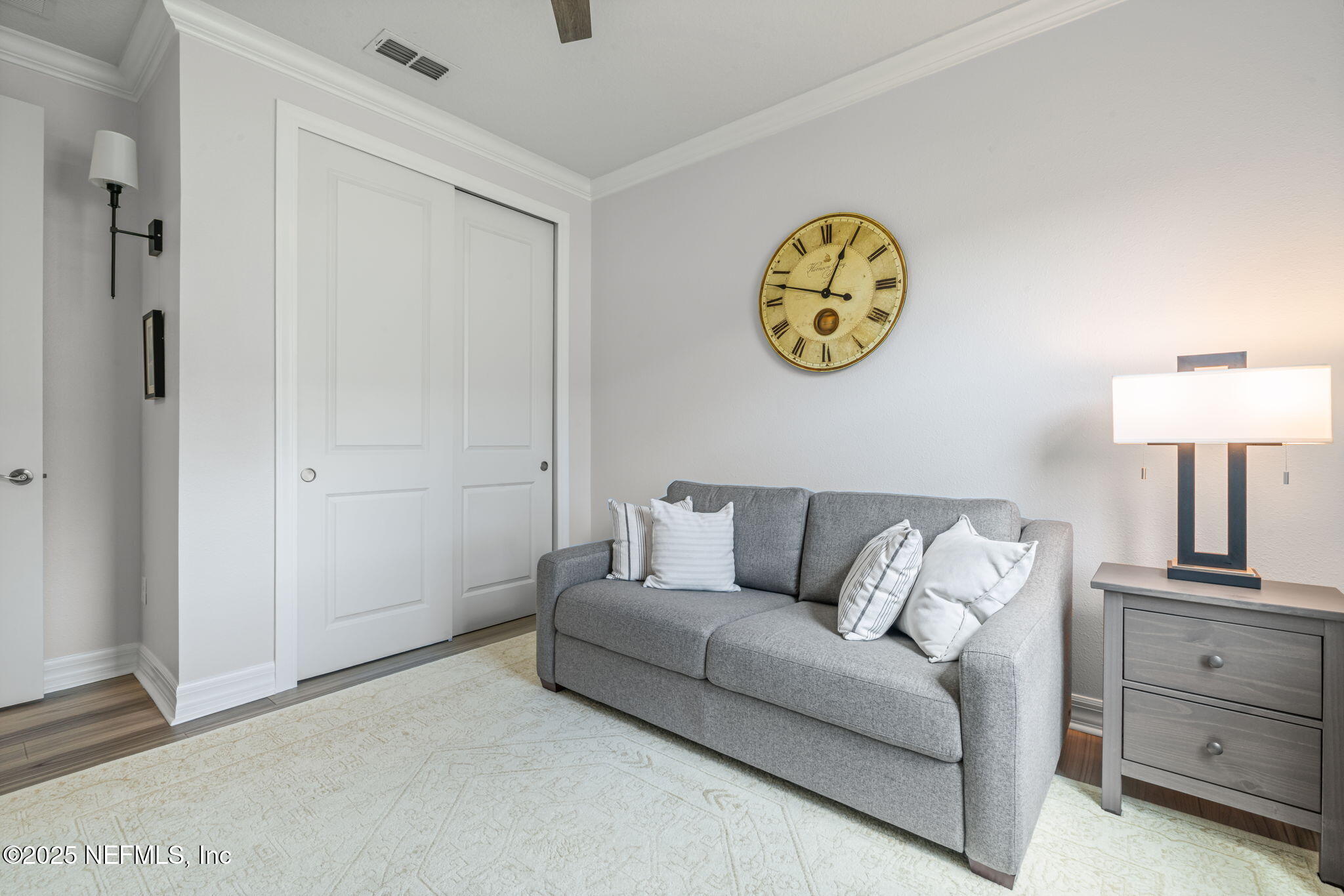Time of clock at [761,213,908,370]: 12:47
